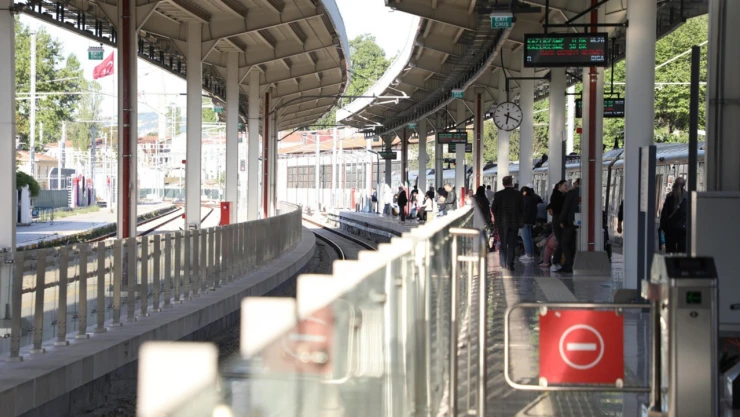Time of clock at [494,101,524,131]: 6:18
